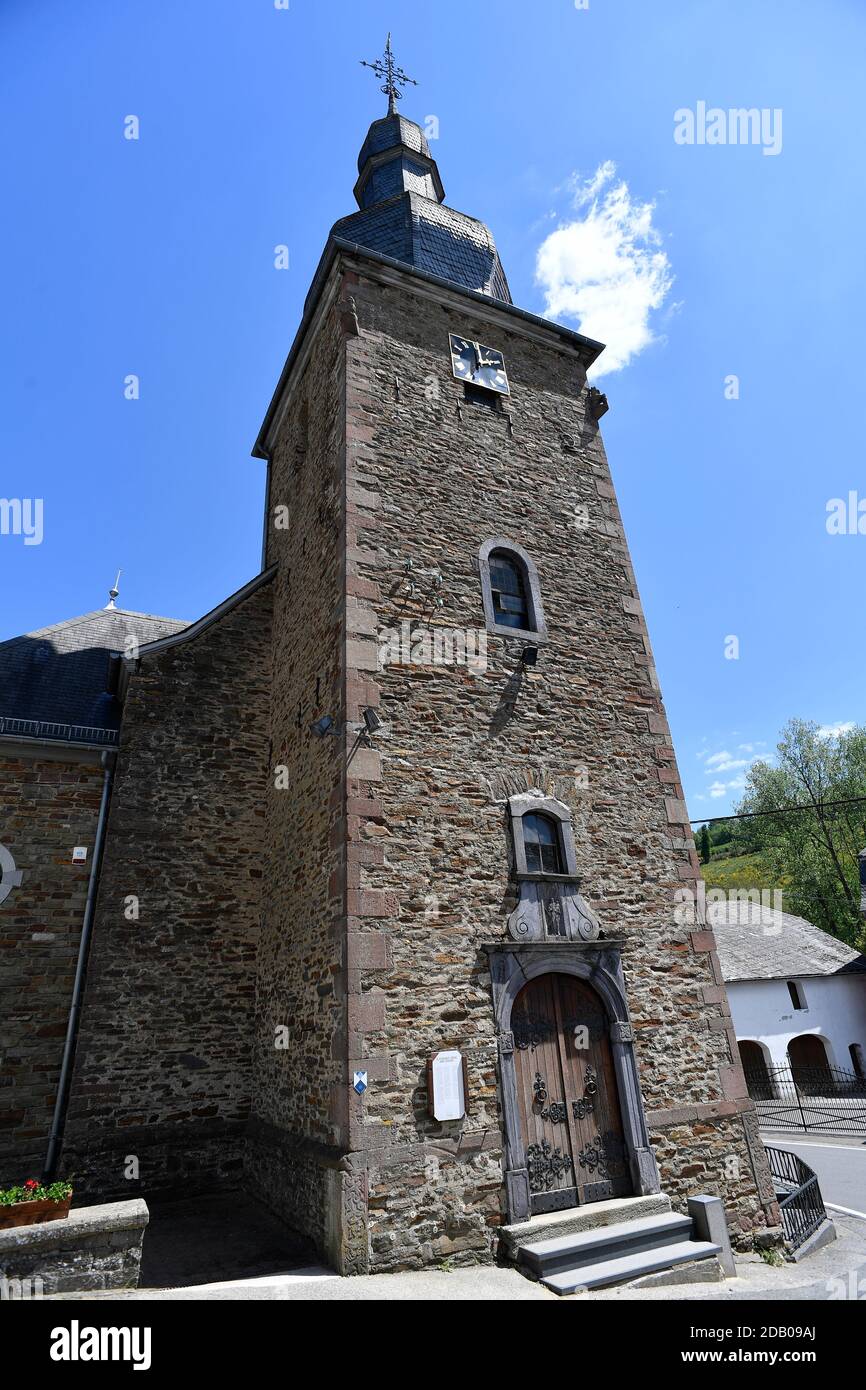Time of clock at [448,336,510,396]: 2:00
